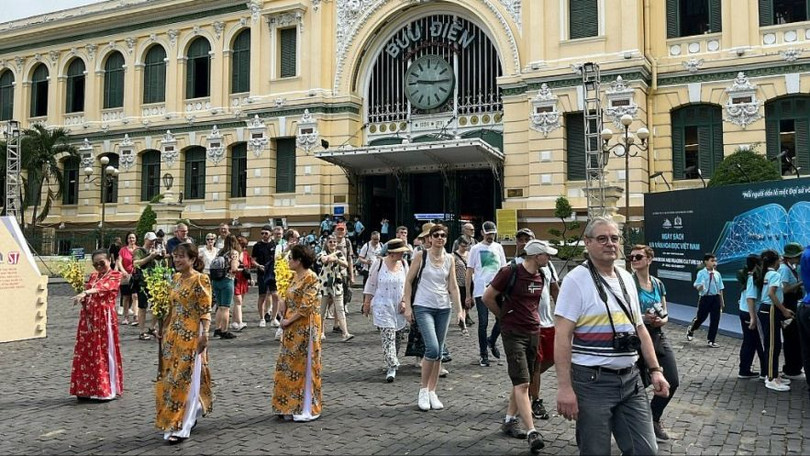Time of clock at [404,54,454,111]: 9:15
